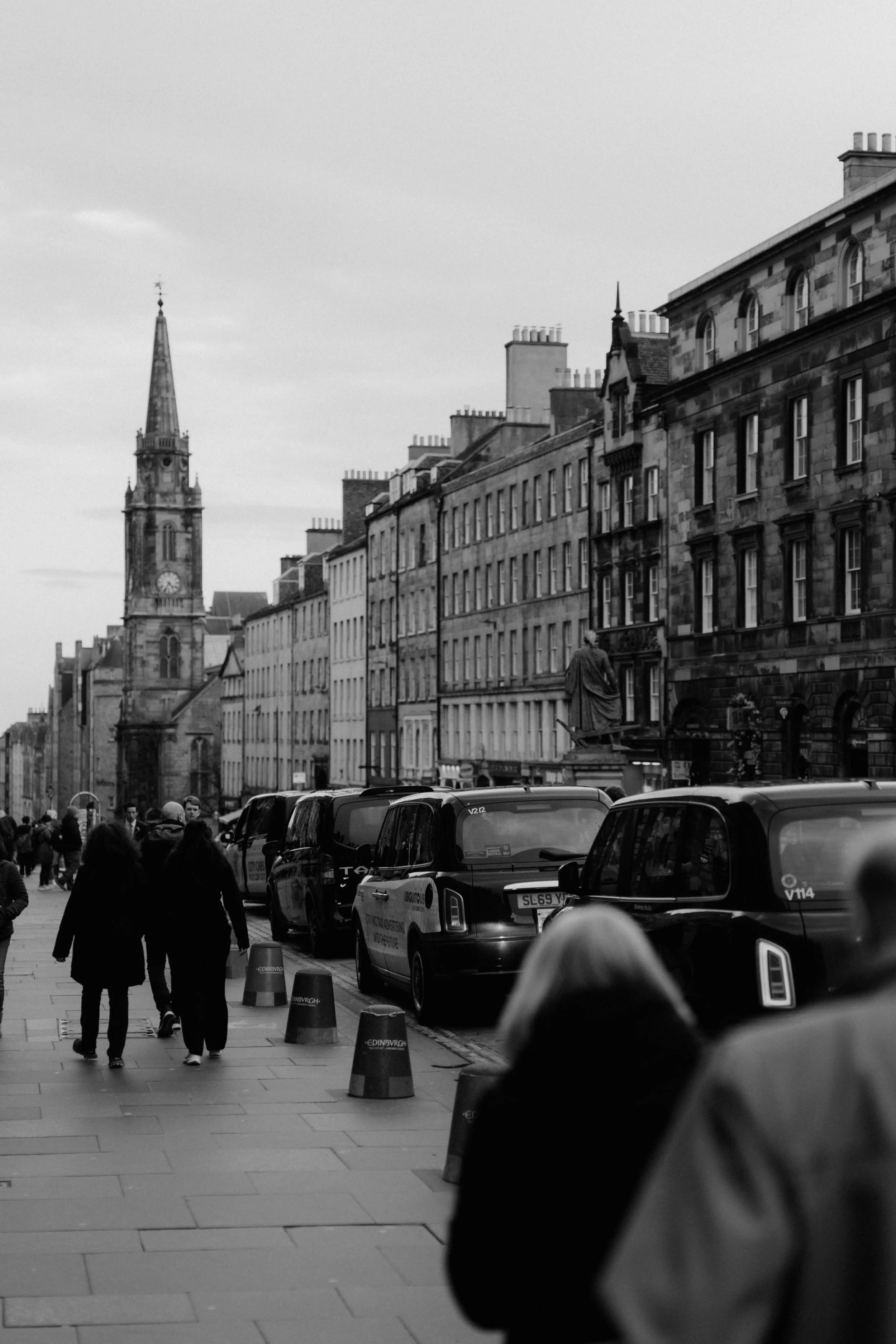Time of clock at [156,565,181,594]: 4:34
